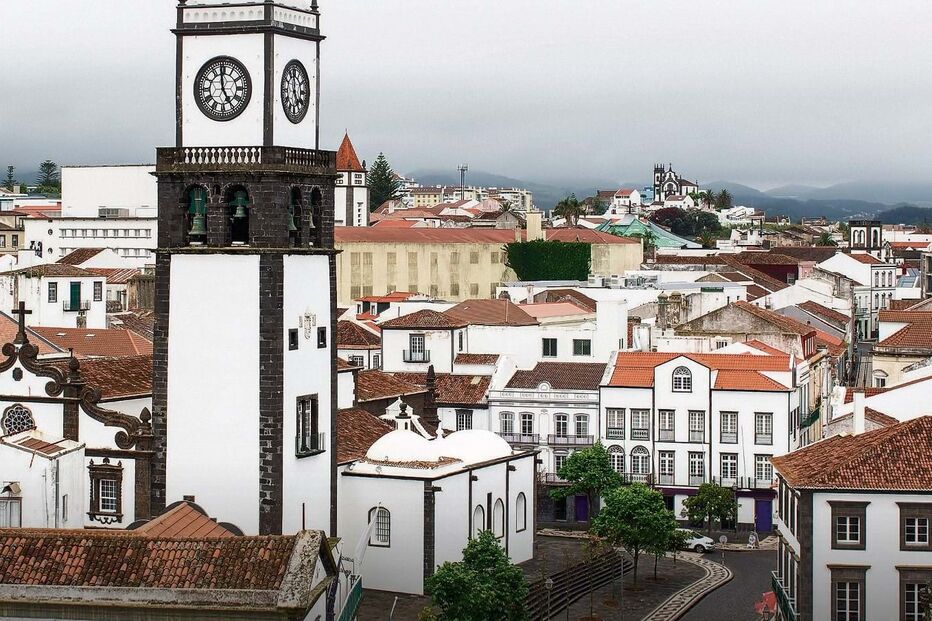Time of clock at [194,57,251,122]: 4:58
